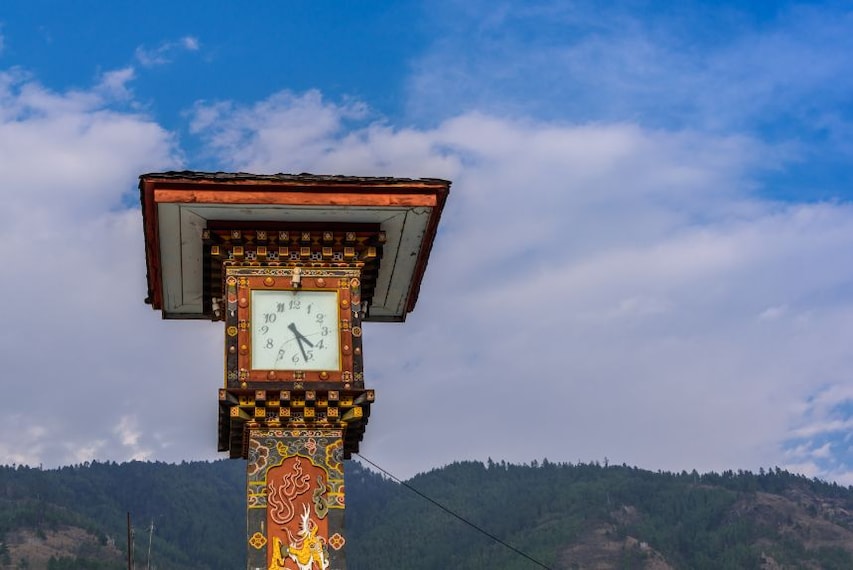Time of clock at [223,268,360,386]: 4:26
